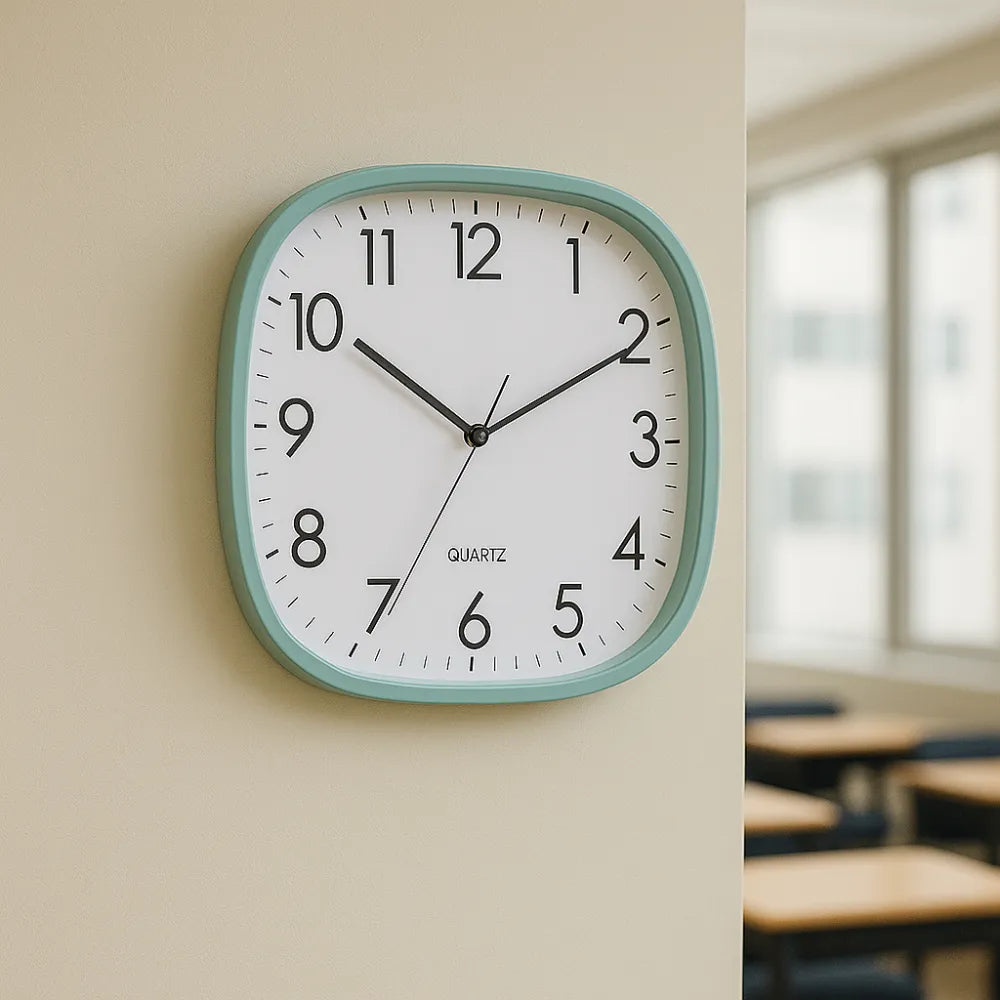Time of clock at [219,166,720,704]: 10:10
